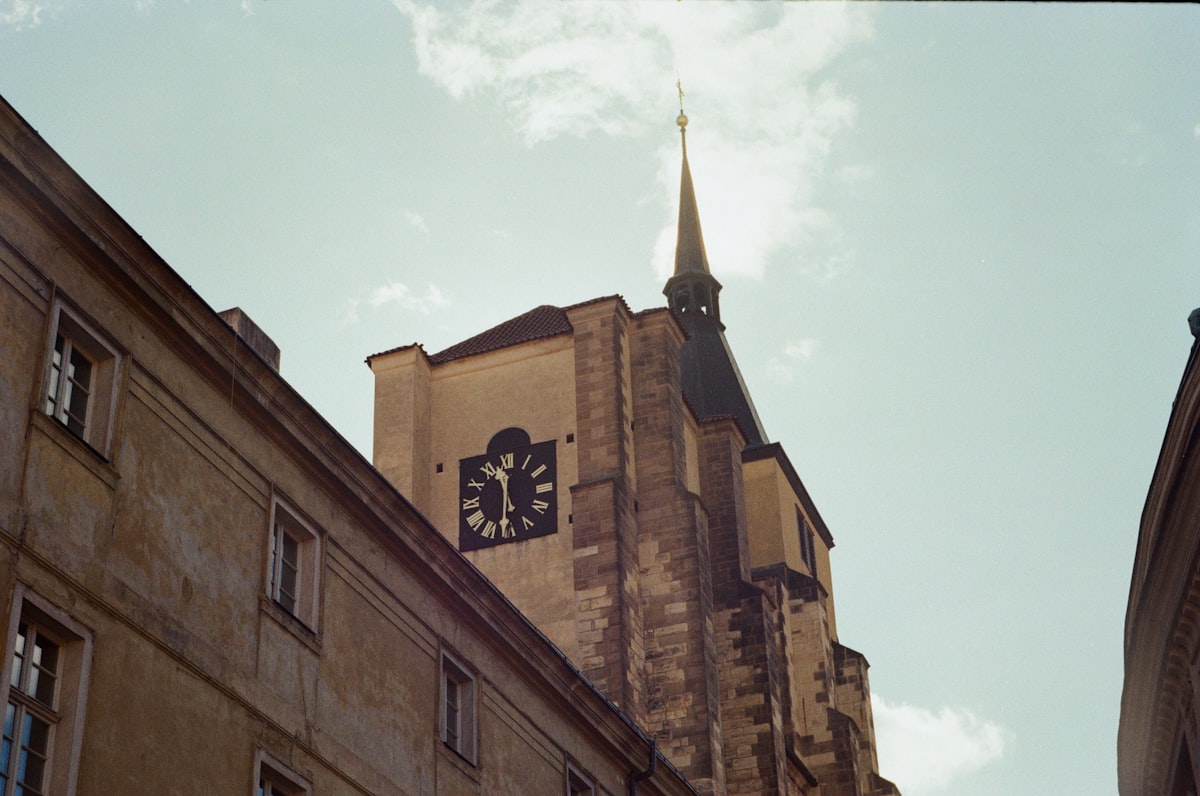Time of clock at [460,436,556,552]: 11:31
